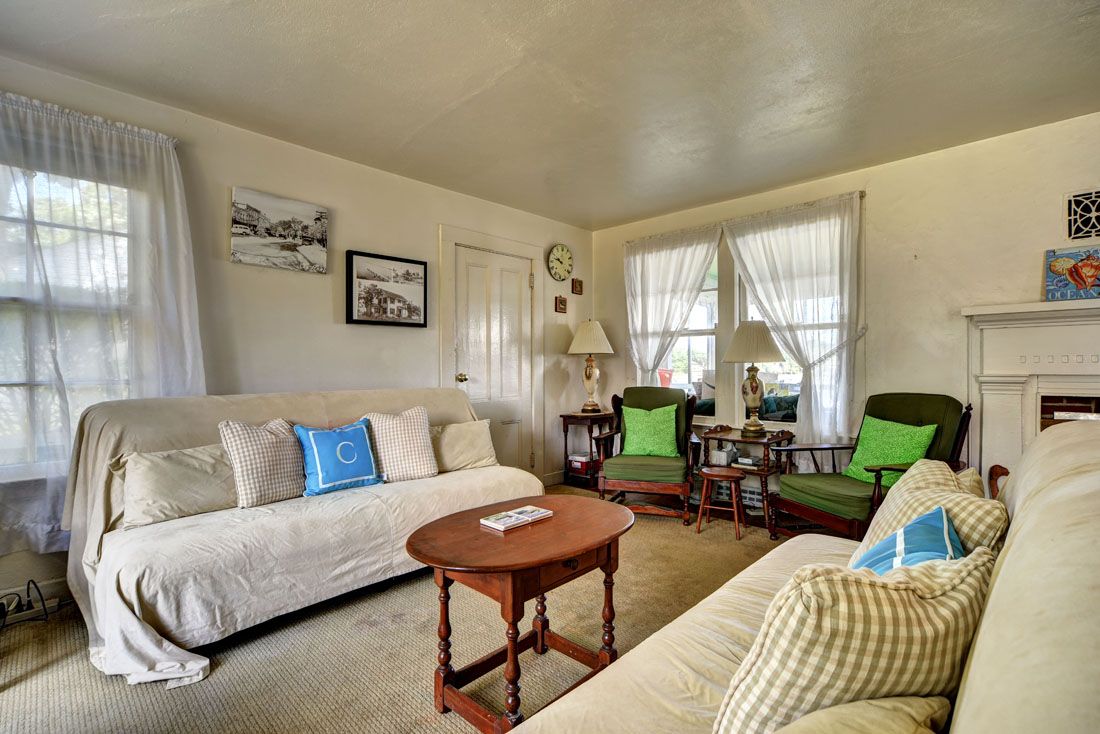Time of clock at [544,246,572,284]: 9:47
